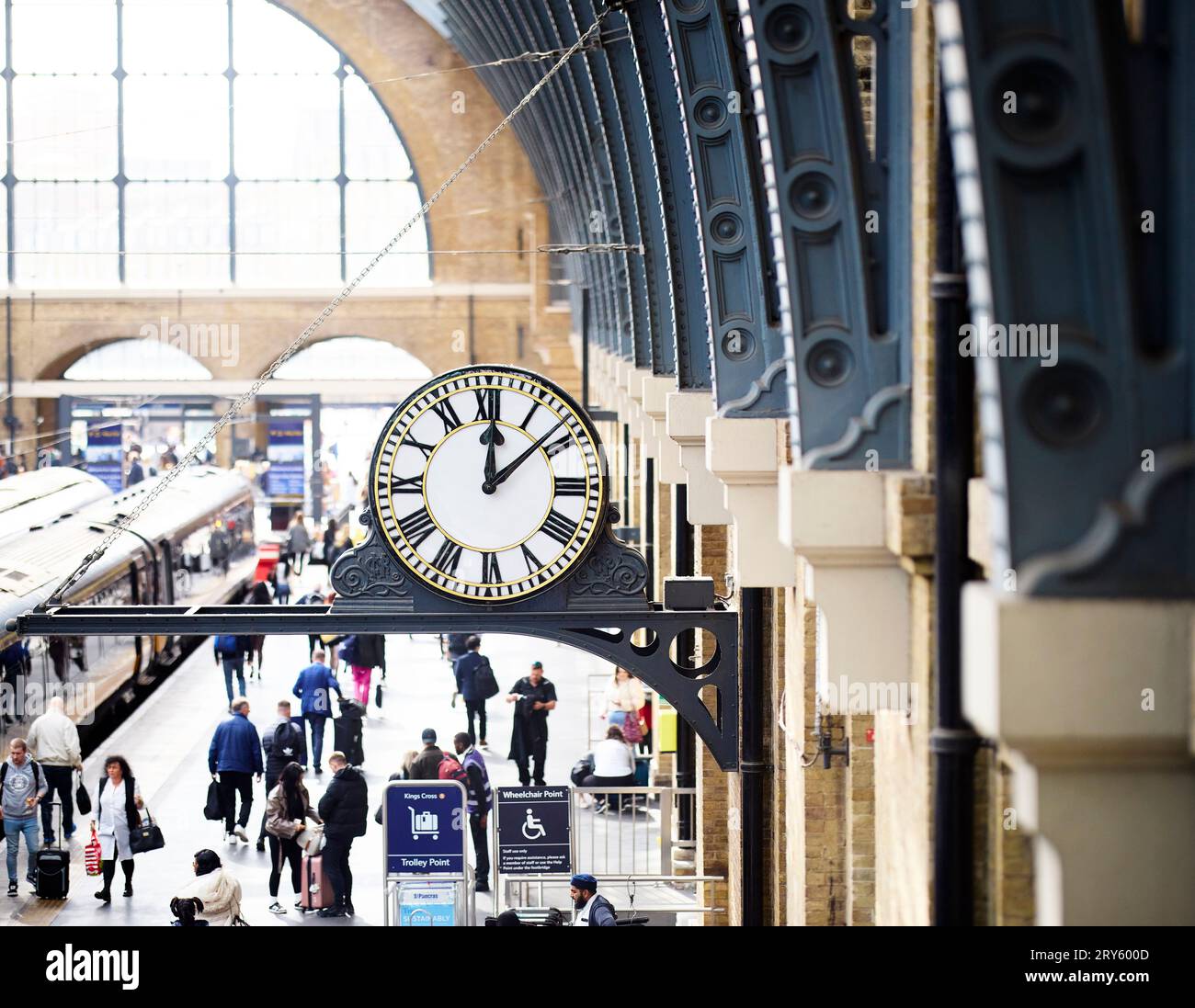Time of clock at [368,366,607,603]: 12:08
